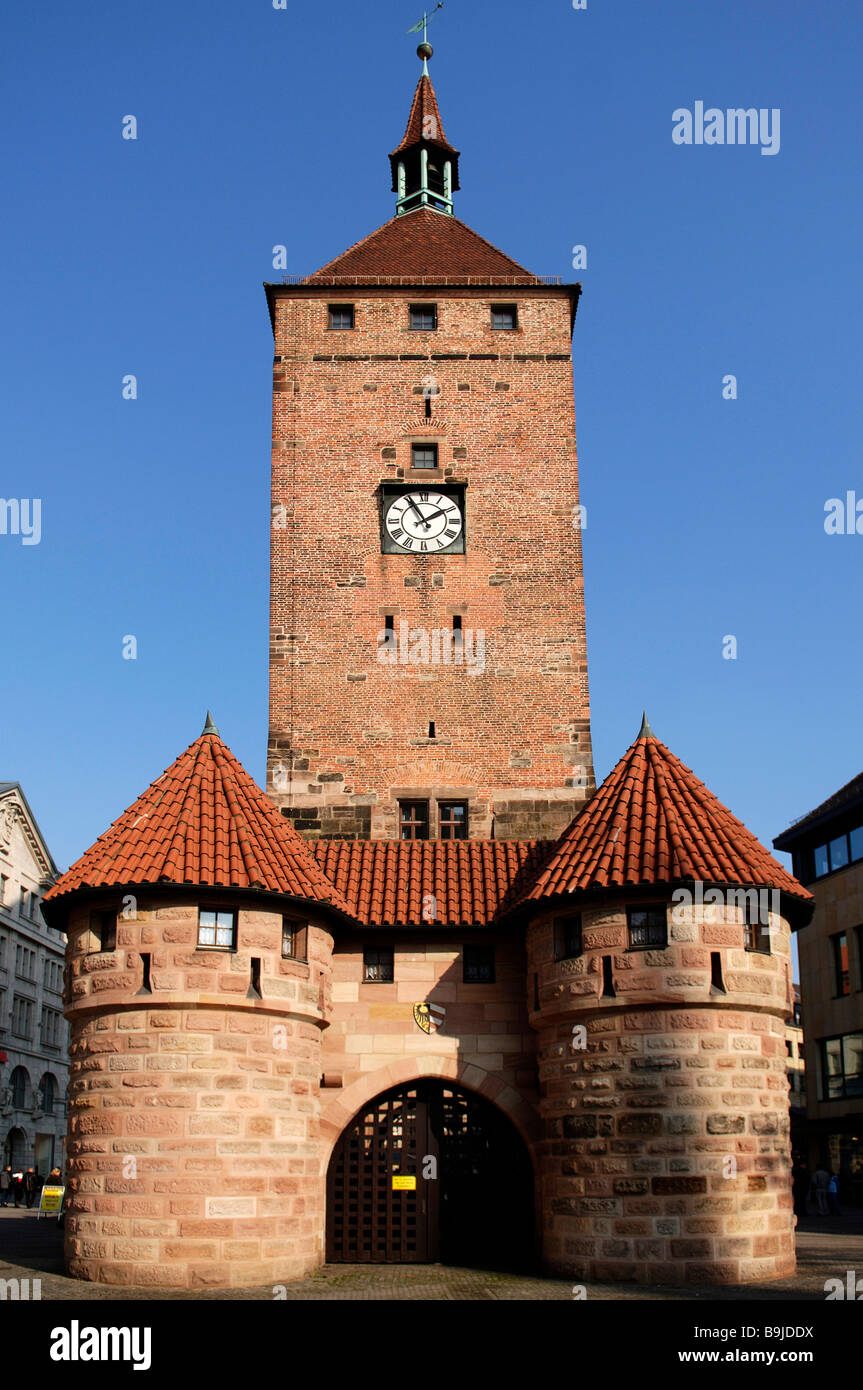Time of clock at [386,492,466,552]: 1:55
